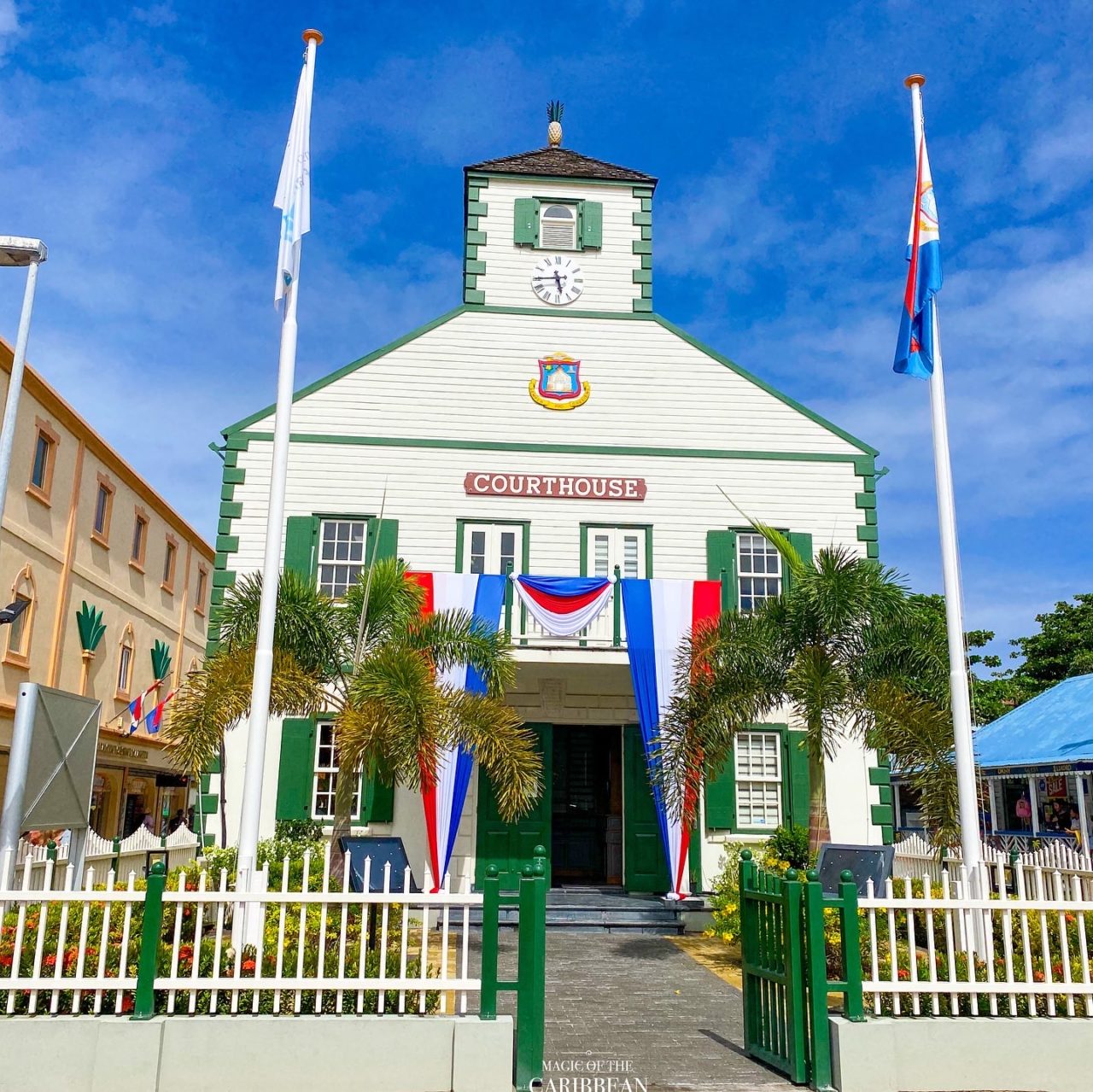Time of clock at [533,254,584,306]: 5:44
